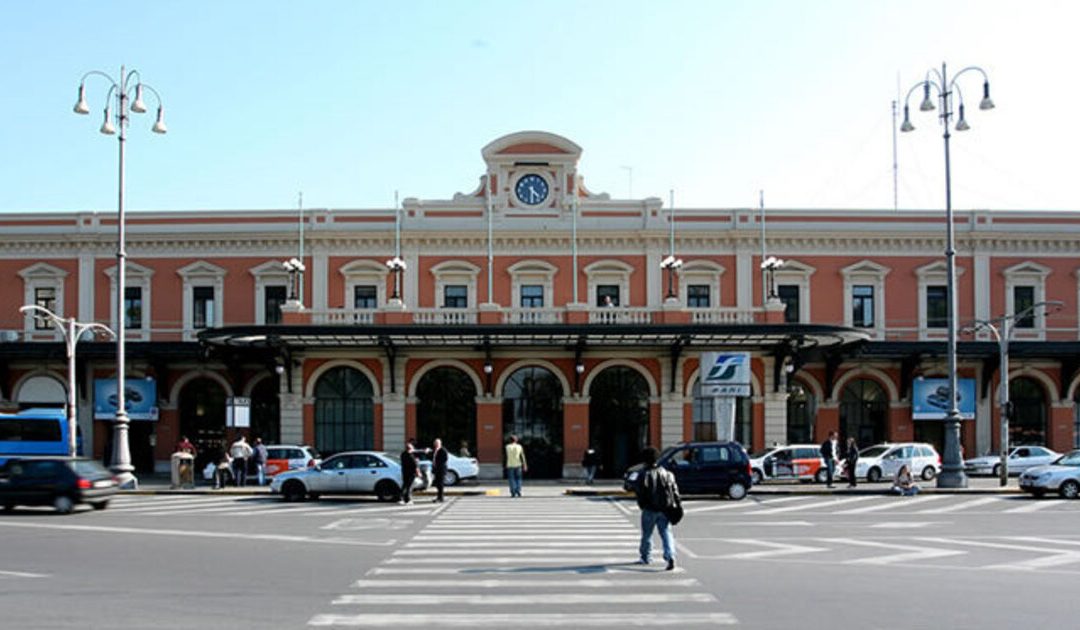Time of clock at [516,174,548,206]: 4:29
